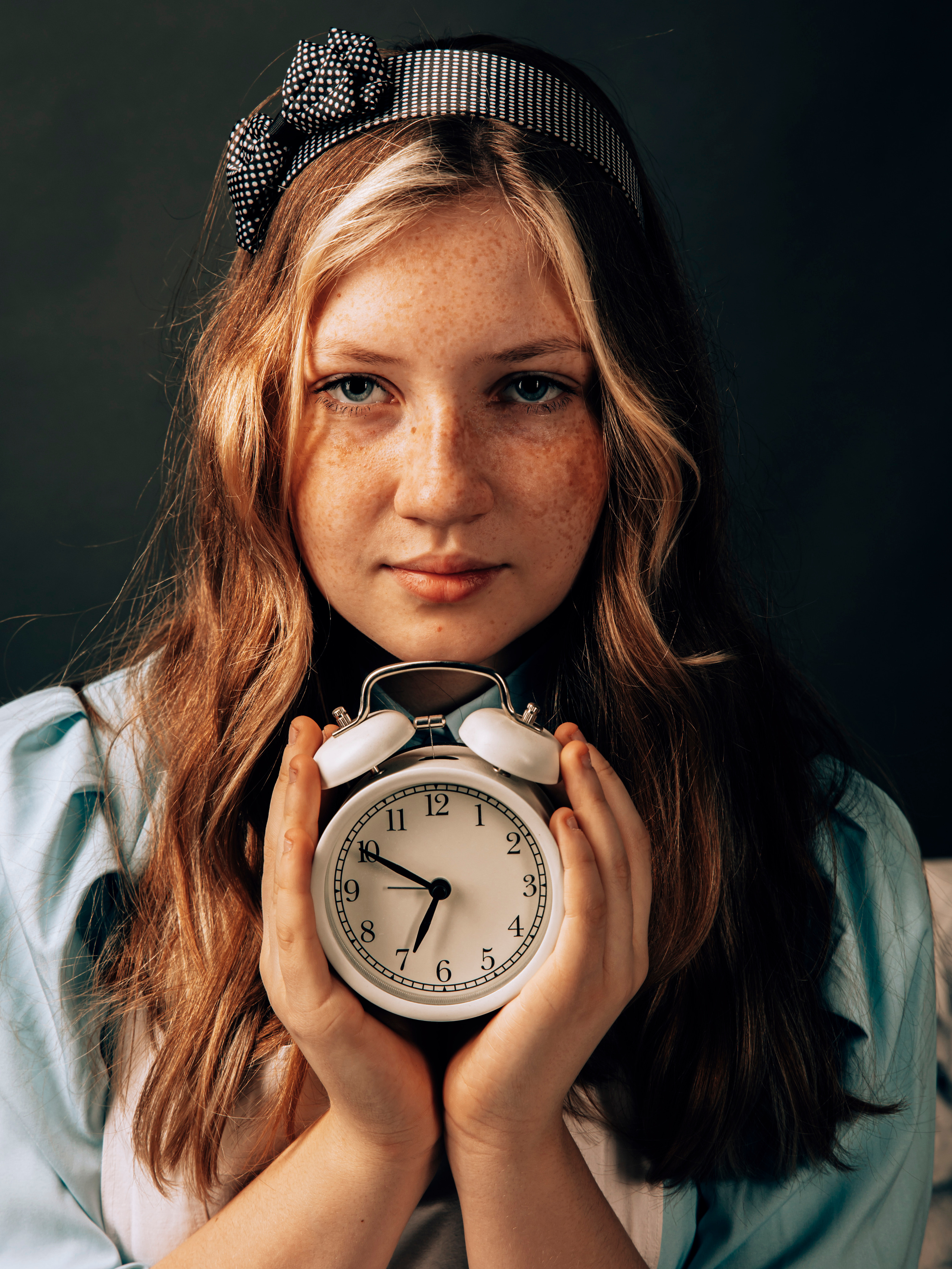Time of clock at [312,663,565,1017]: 6:49
